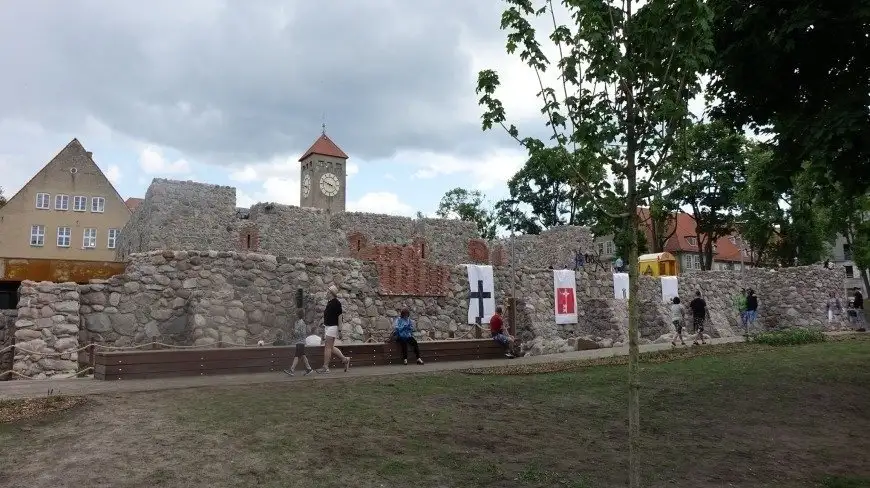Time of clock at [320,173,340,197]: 3:48
